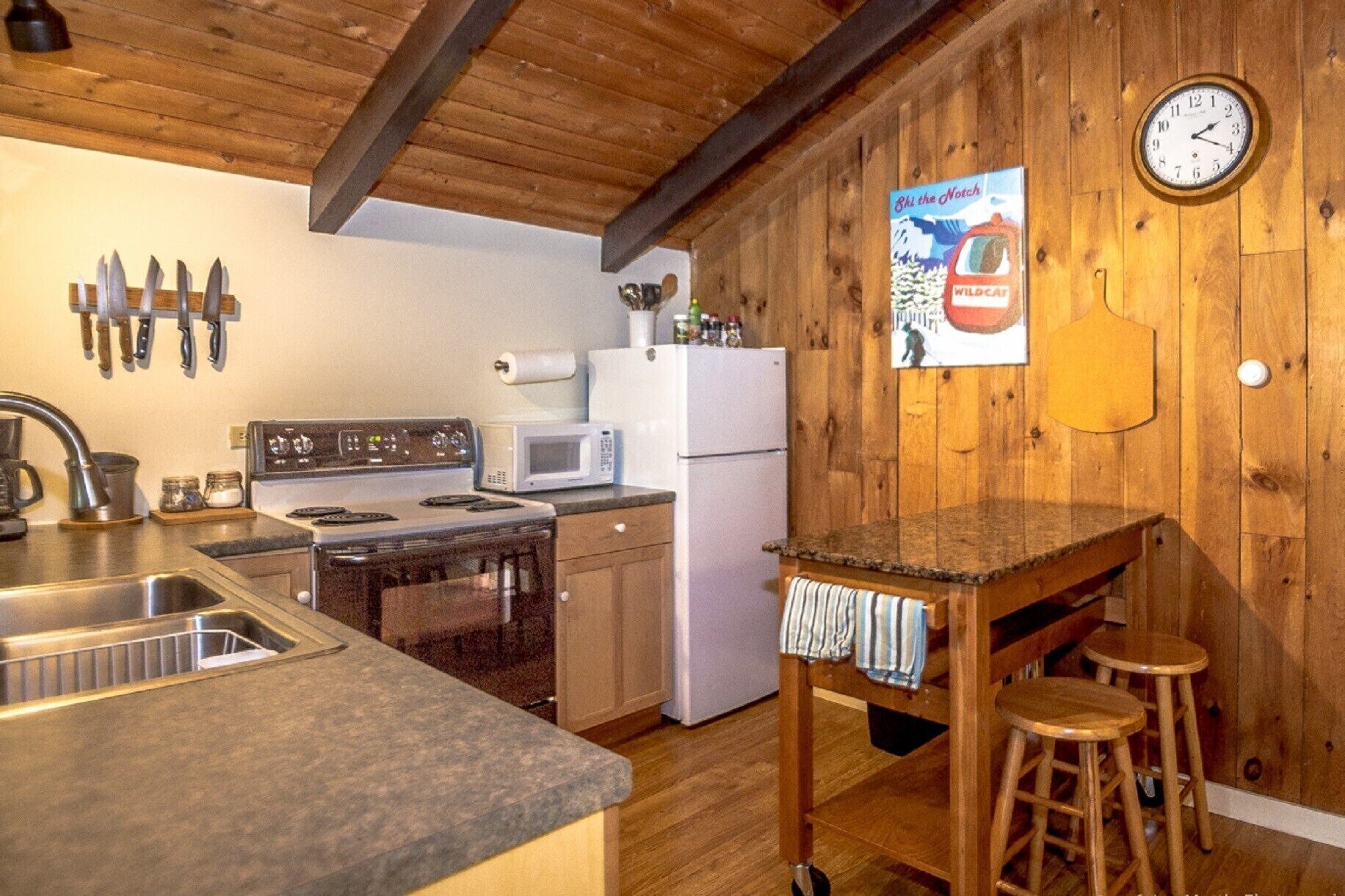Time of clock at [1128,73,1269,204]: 2:19
